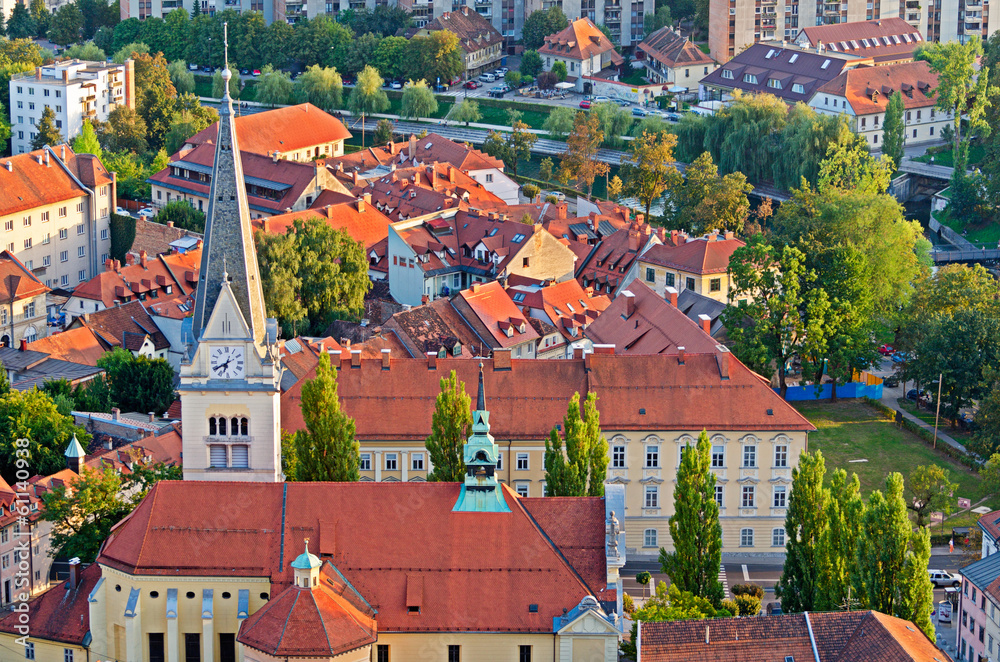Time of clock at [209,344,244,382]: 6:39
